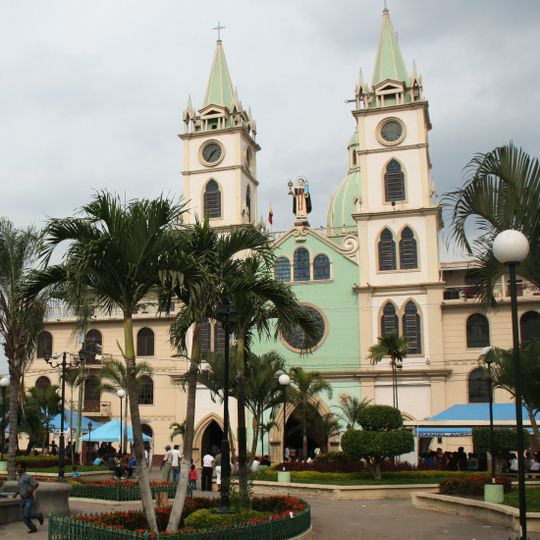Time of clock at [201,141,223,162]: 1:35
